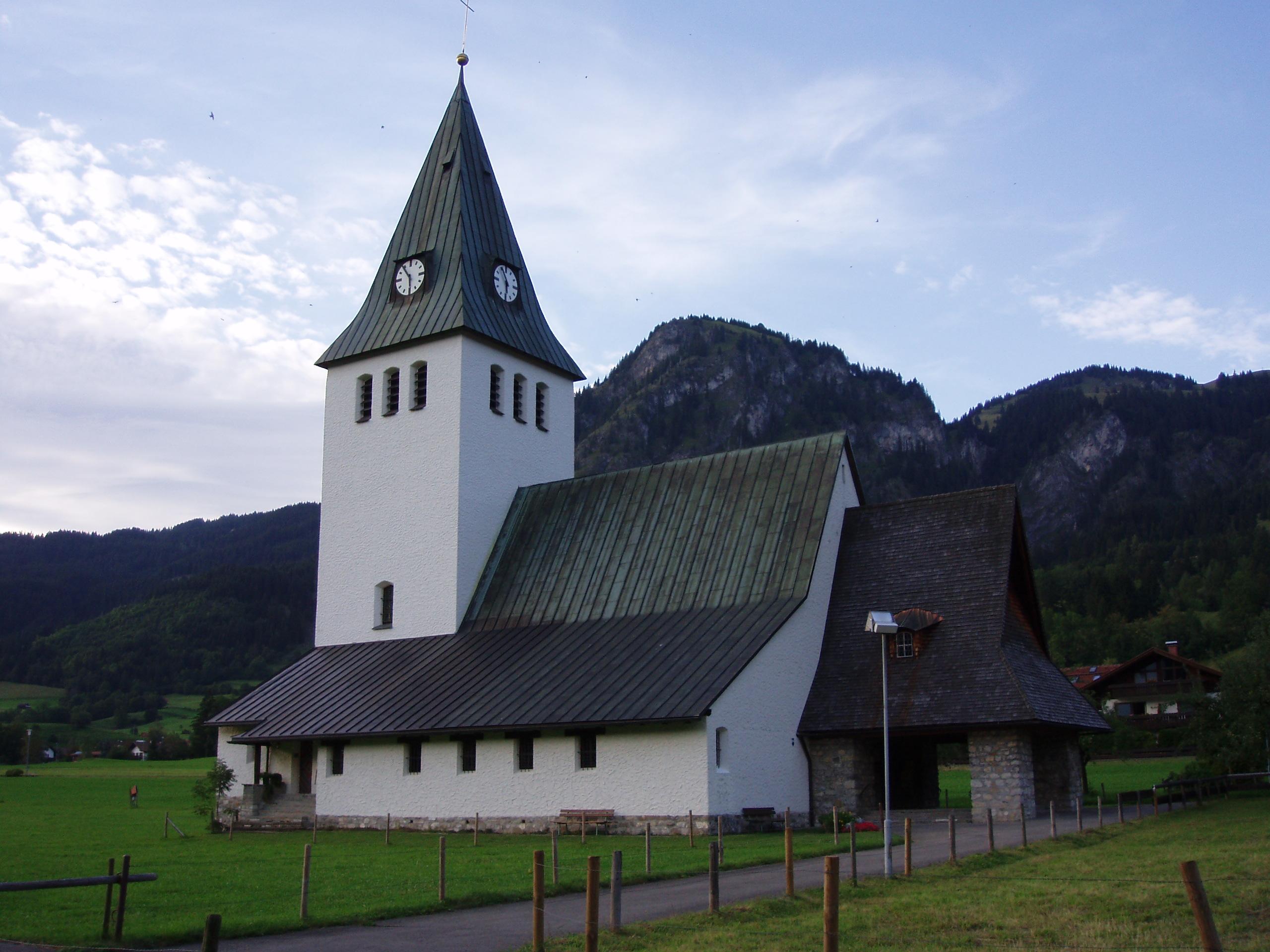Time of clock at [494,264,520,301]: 5:55
